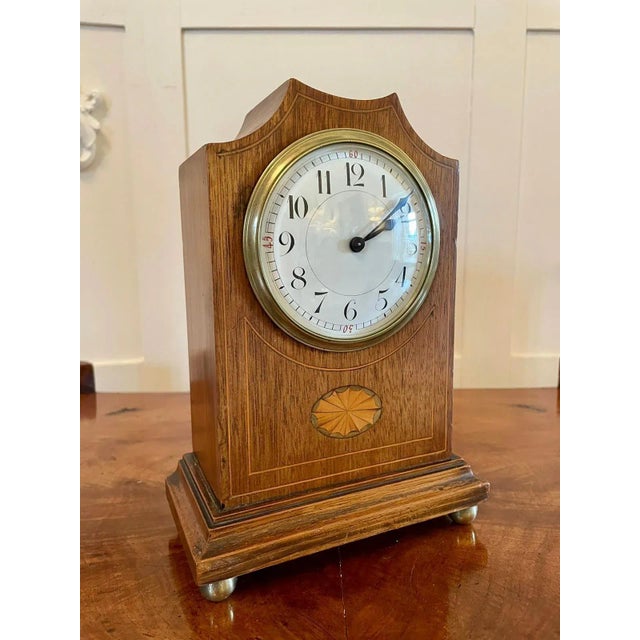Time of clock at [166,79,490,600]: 2:10
